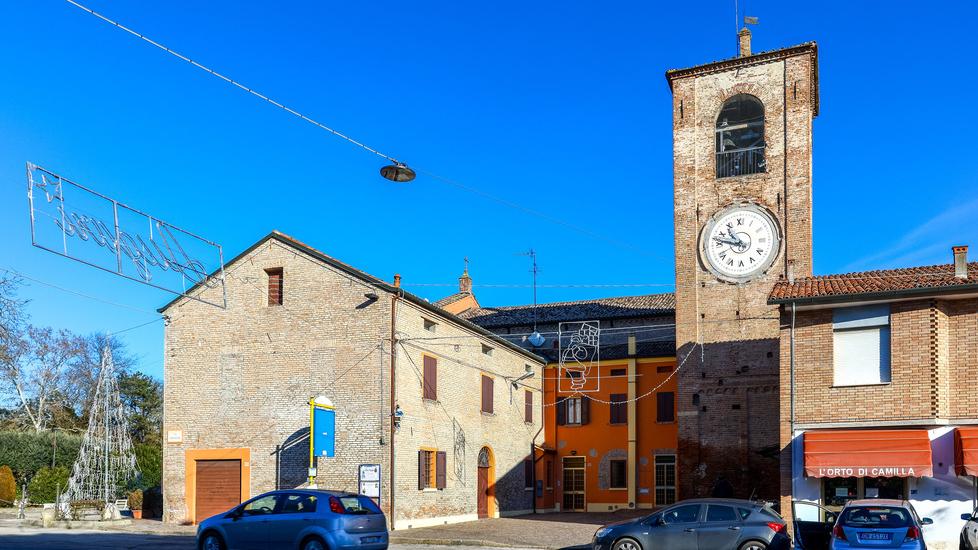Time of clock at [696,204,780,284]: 10:47
